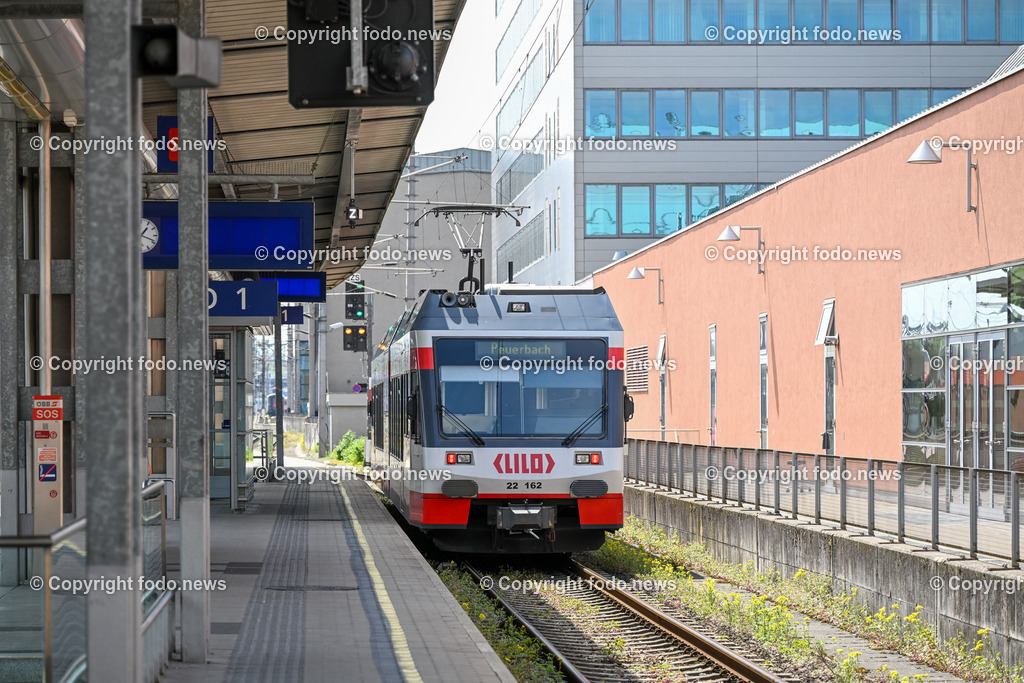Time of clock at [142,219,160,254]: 1:18
